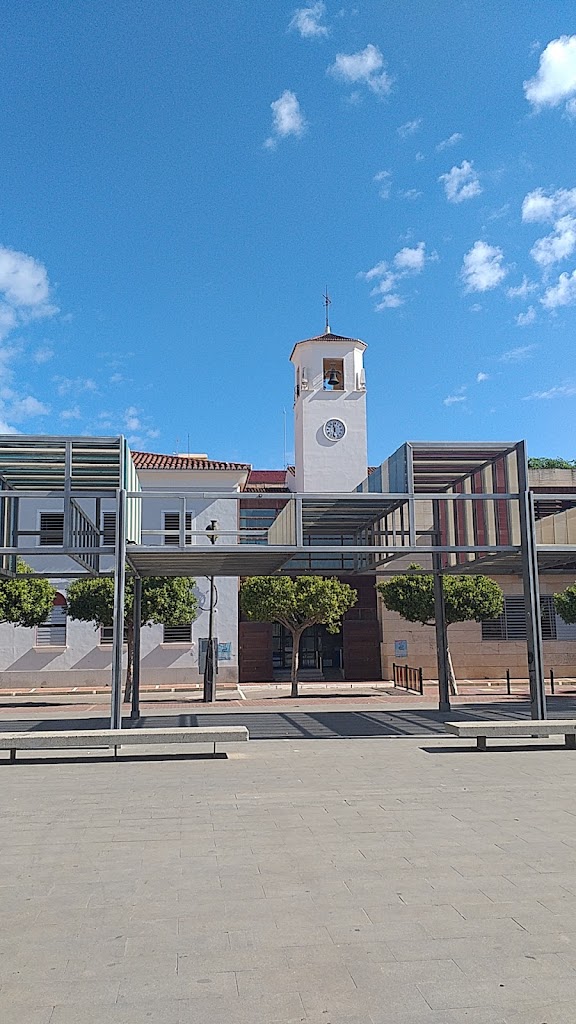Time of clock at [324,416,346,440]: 11:32
